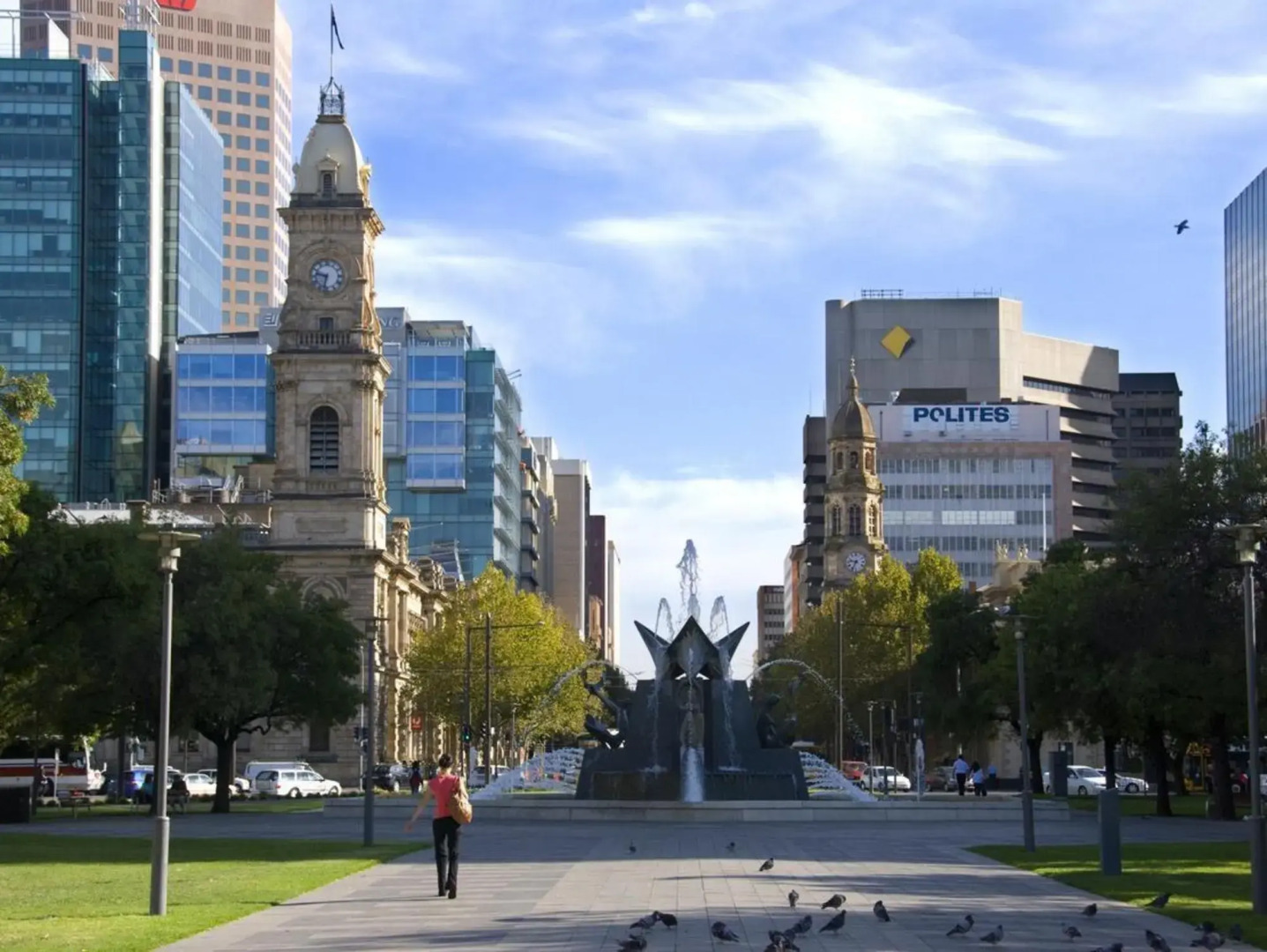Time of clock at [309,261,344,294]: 9:32
